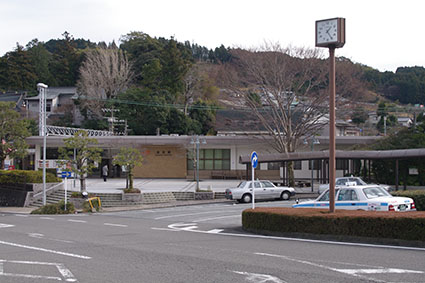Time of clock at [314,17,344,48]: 1:24
